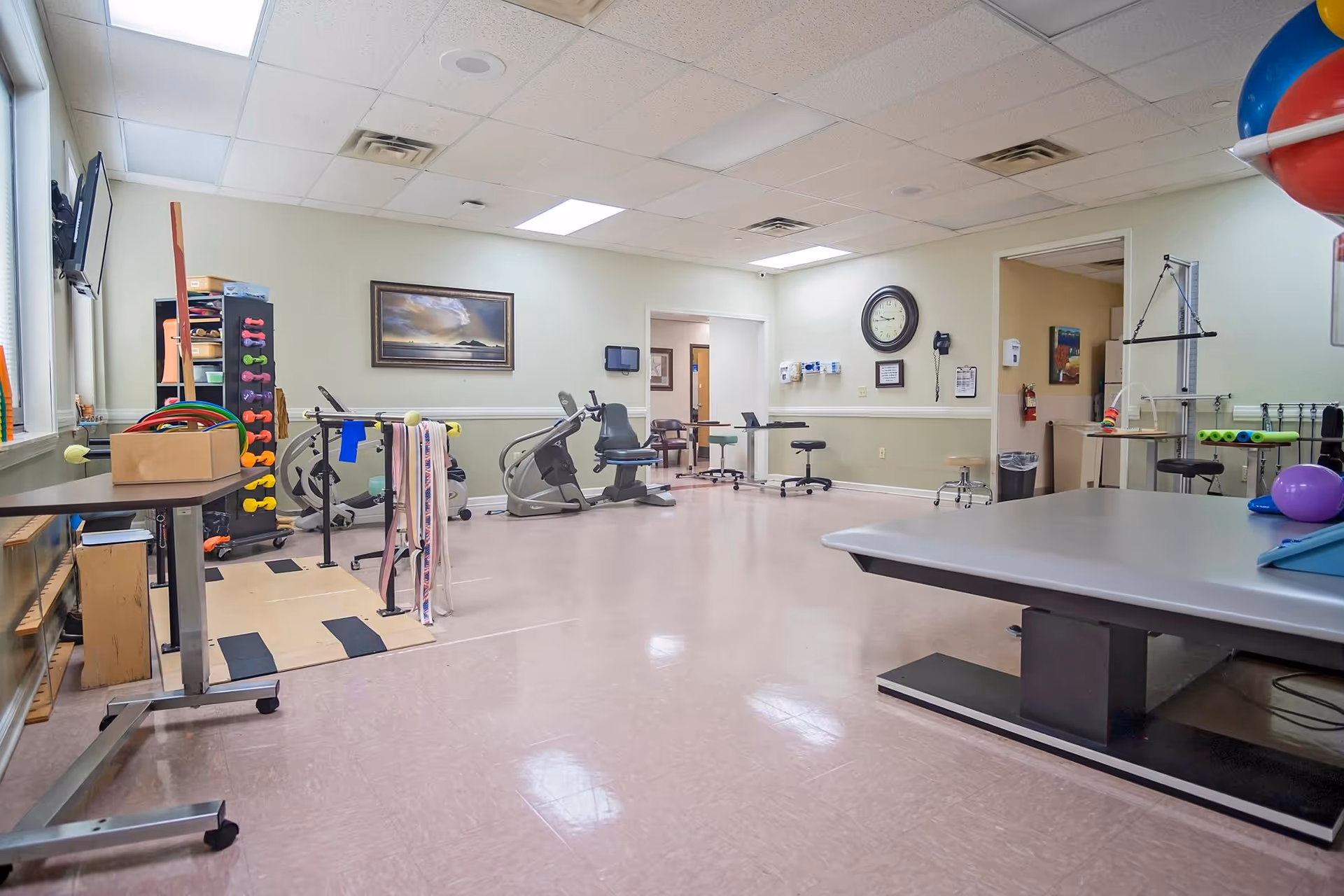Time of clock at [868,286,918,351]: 9:44
